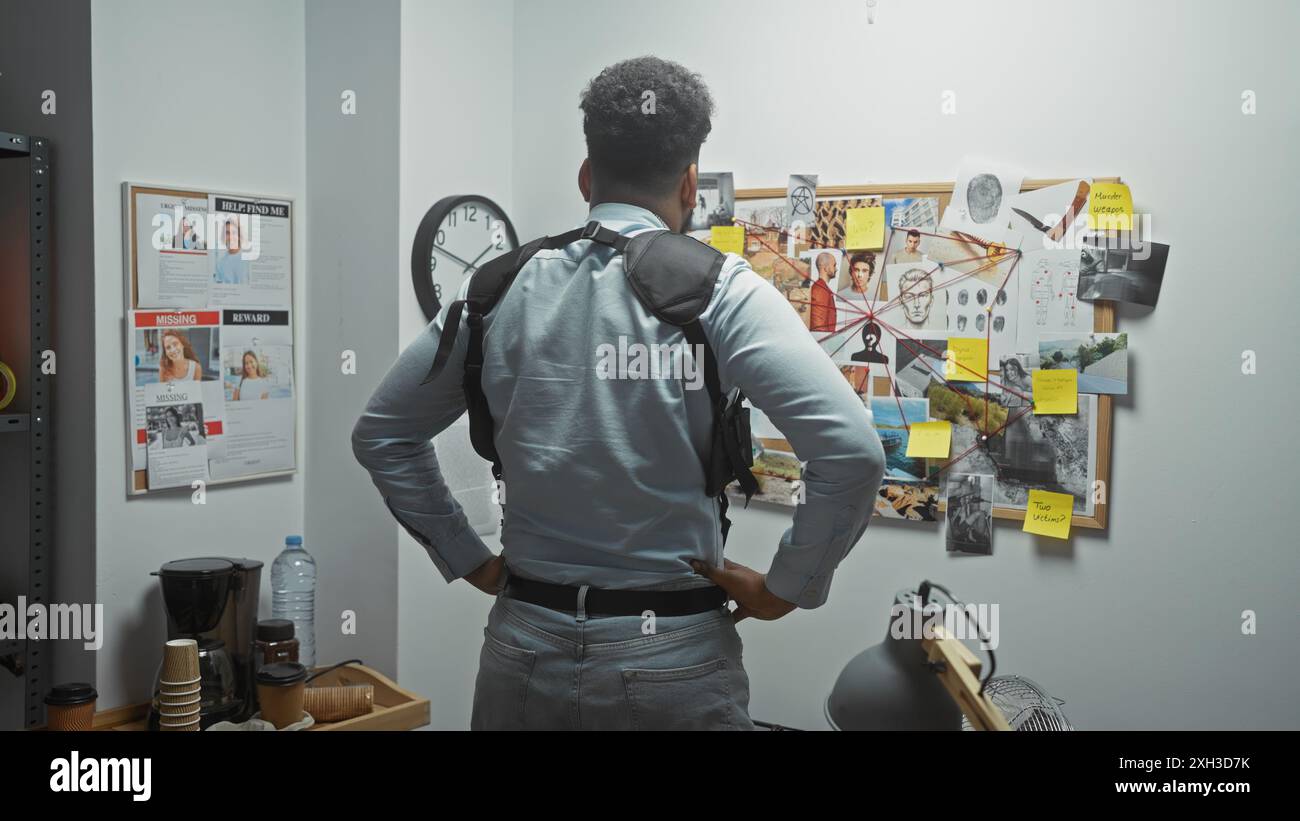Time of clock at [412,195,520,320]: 1:48
